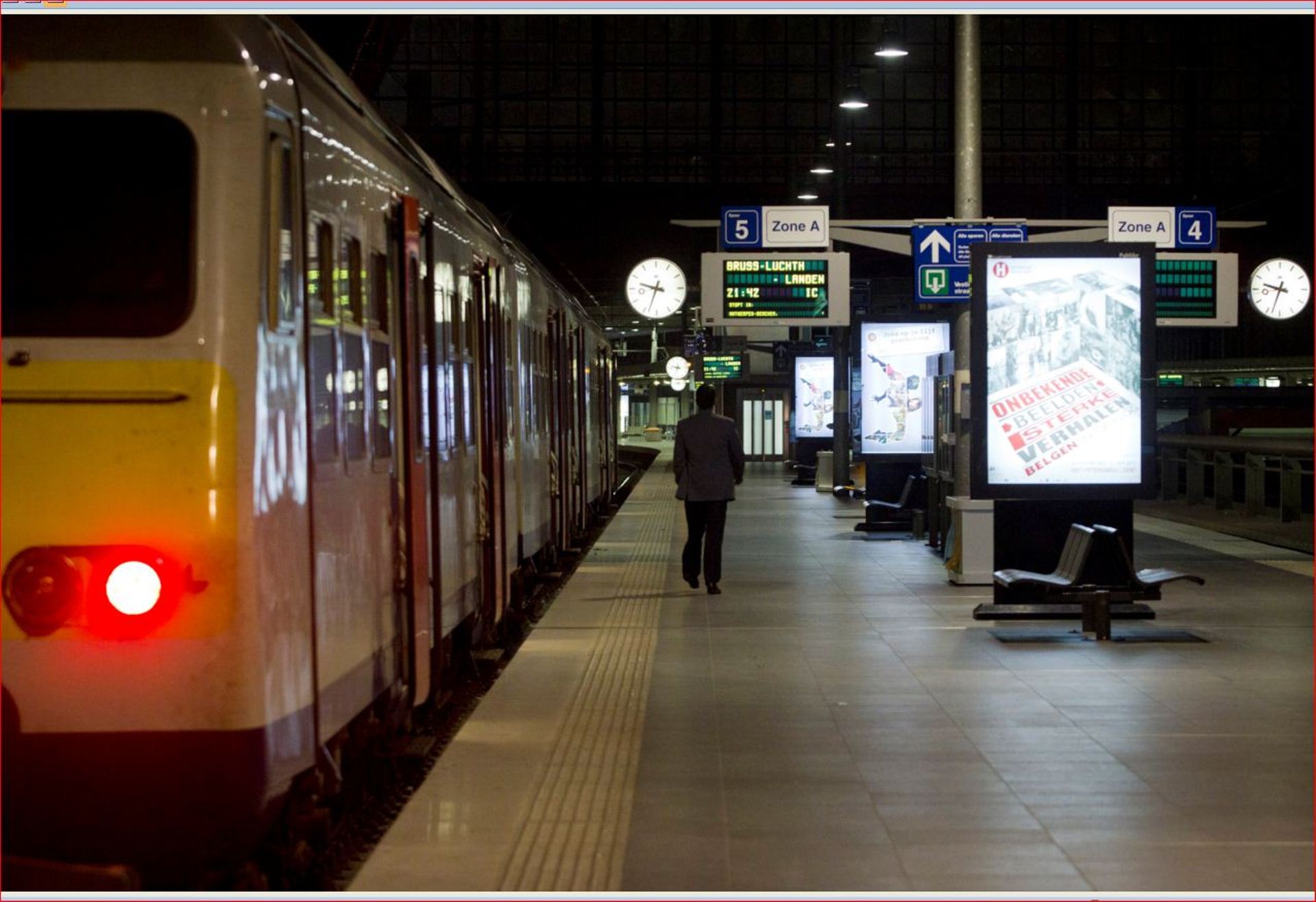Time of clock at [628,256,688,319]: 9:33
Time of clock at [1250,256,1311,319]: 9:33
